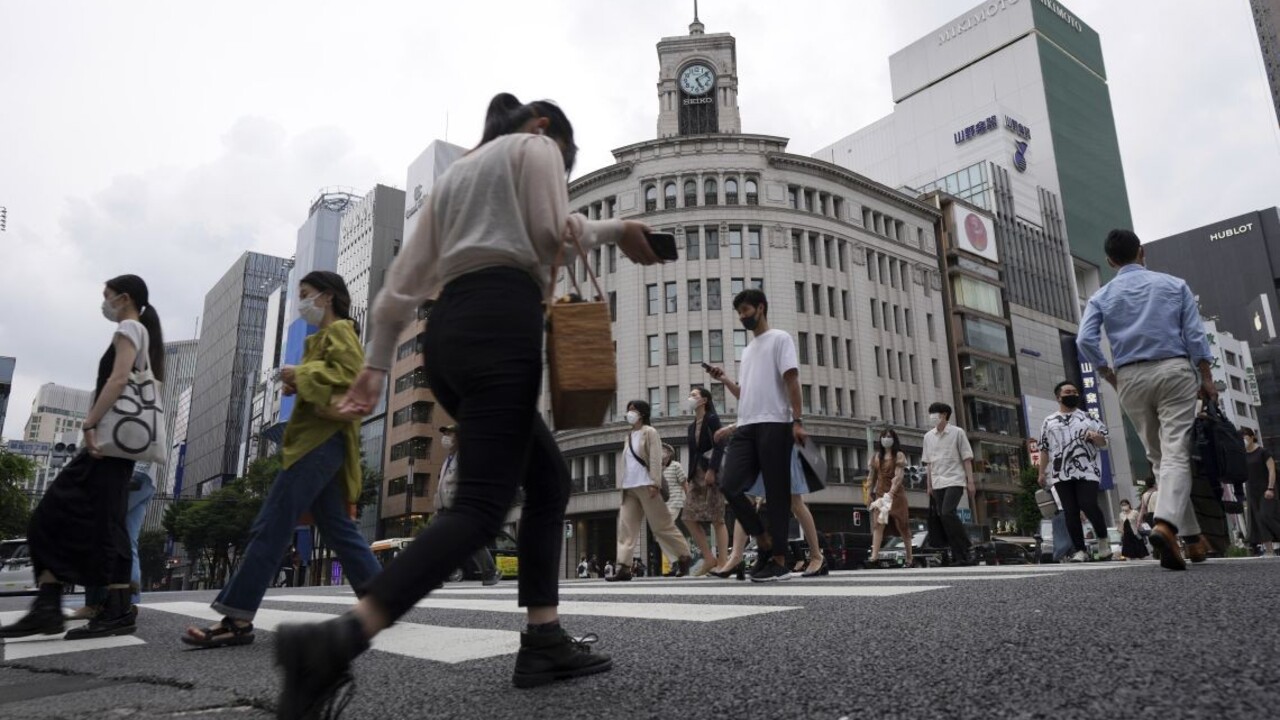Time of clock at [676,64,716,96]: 5:09
